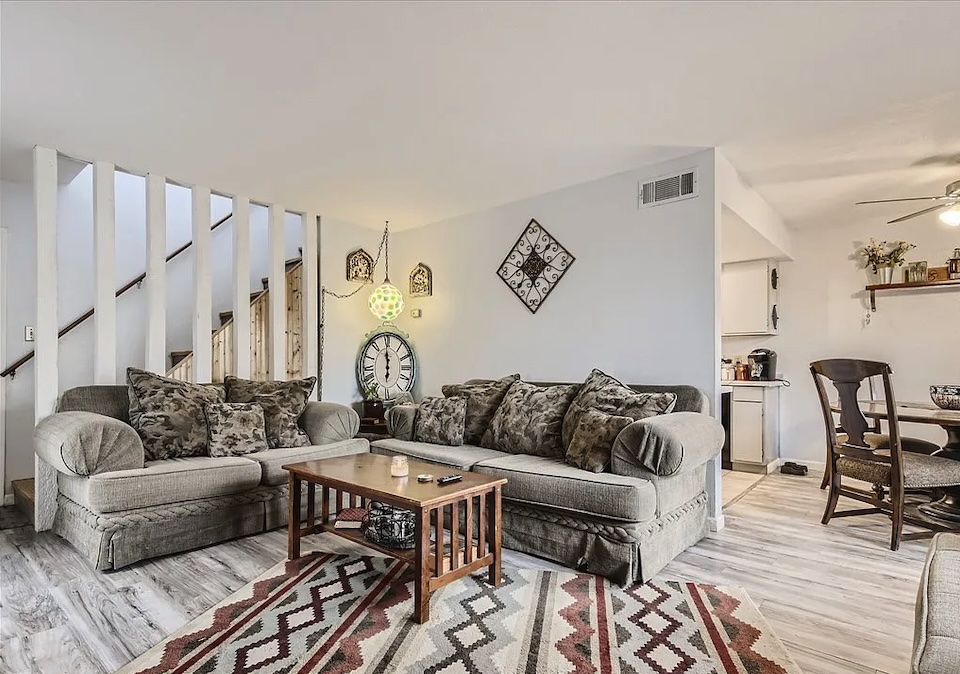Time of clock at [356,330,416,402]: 5:59
